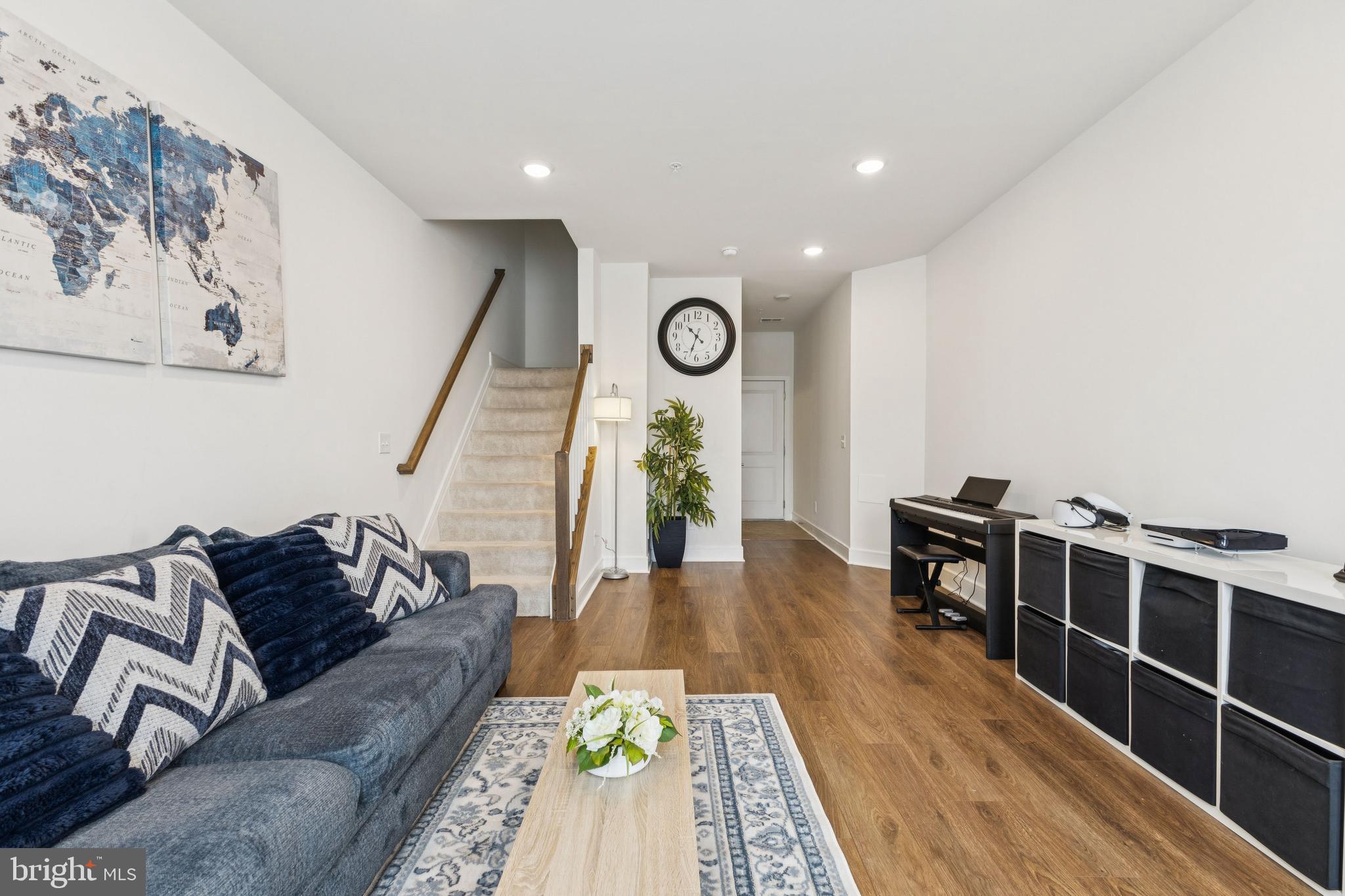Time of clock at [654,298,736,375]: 10:33
